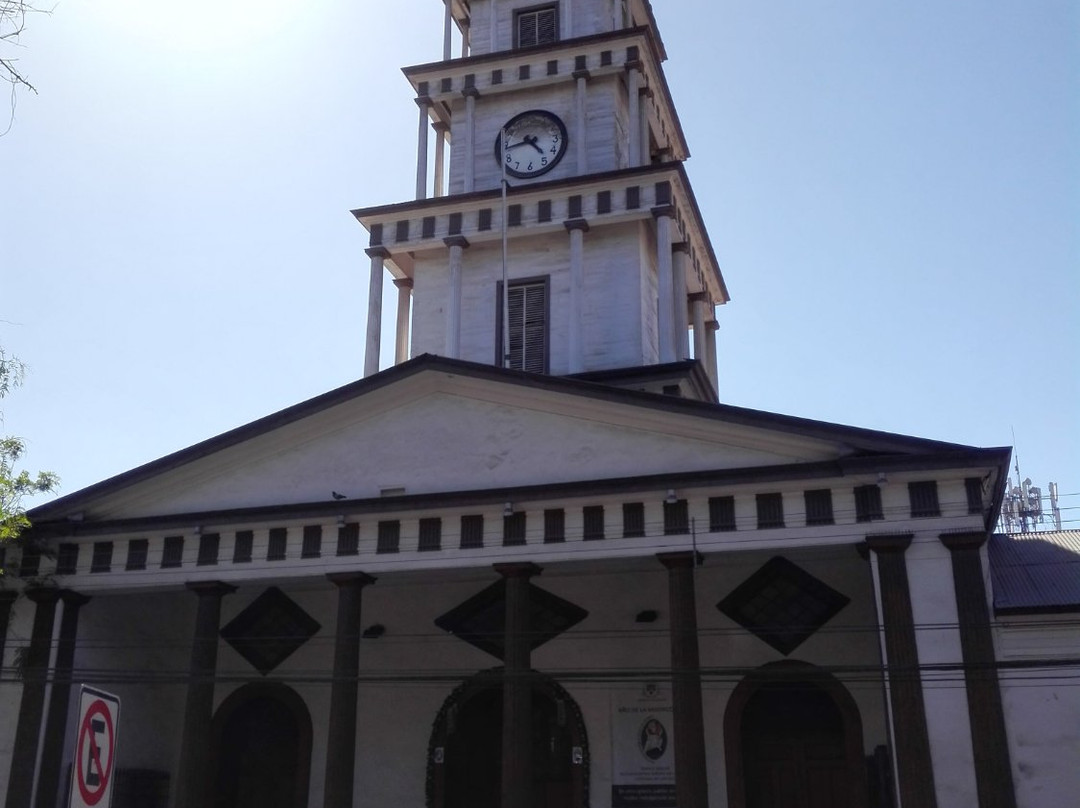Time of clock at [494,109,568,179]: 4:43
